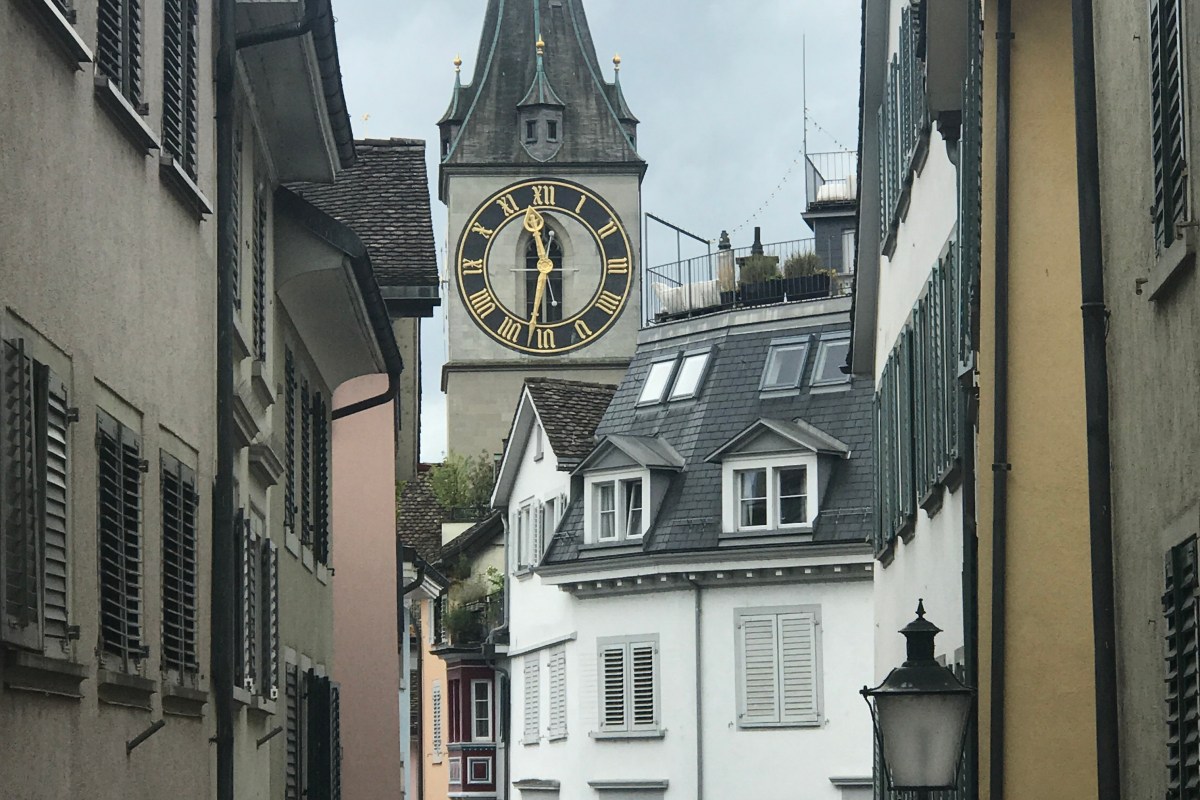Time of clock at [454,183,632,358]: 11:32
